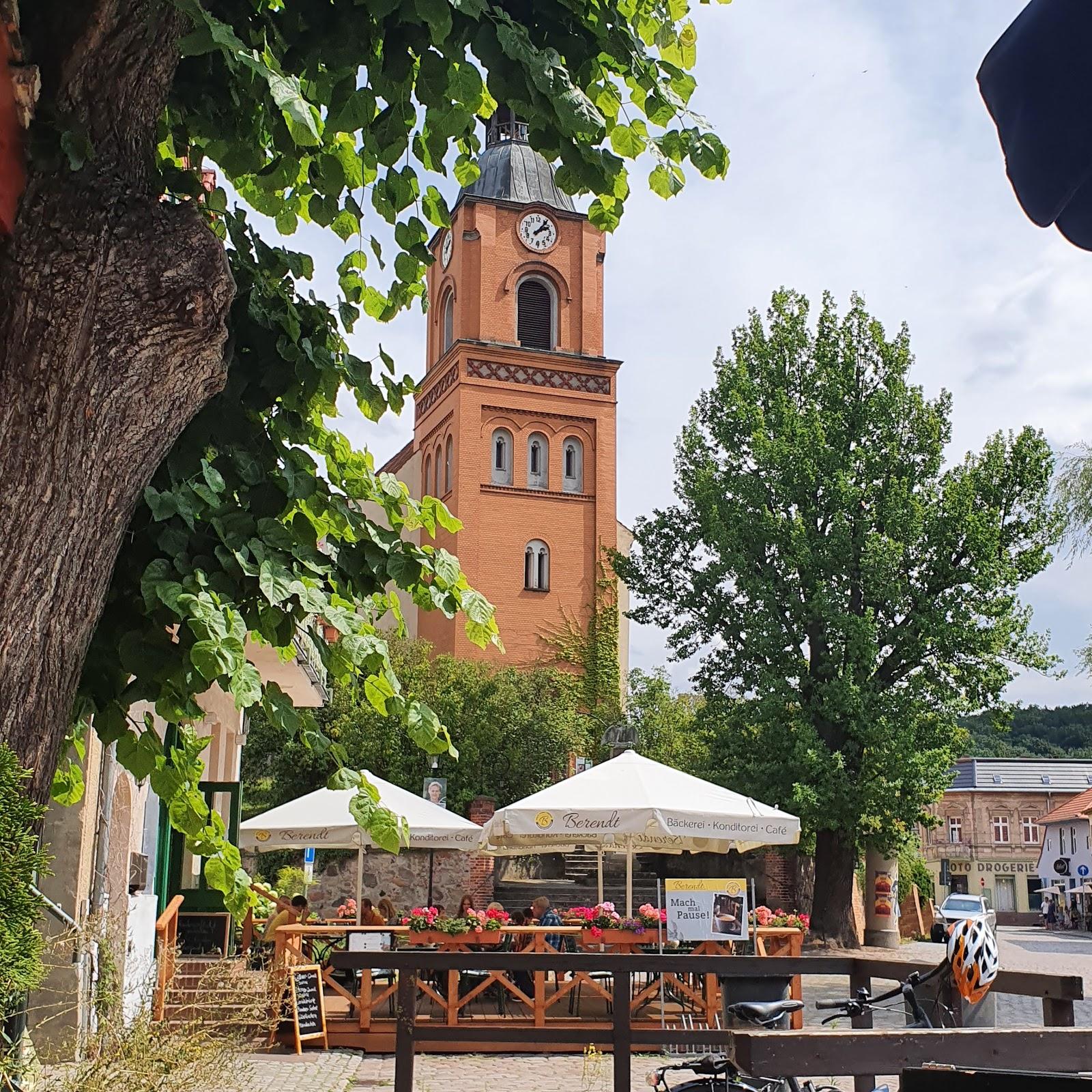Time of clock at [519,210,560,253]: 2:06
